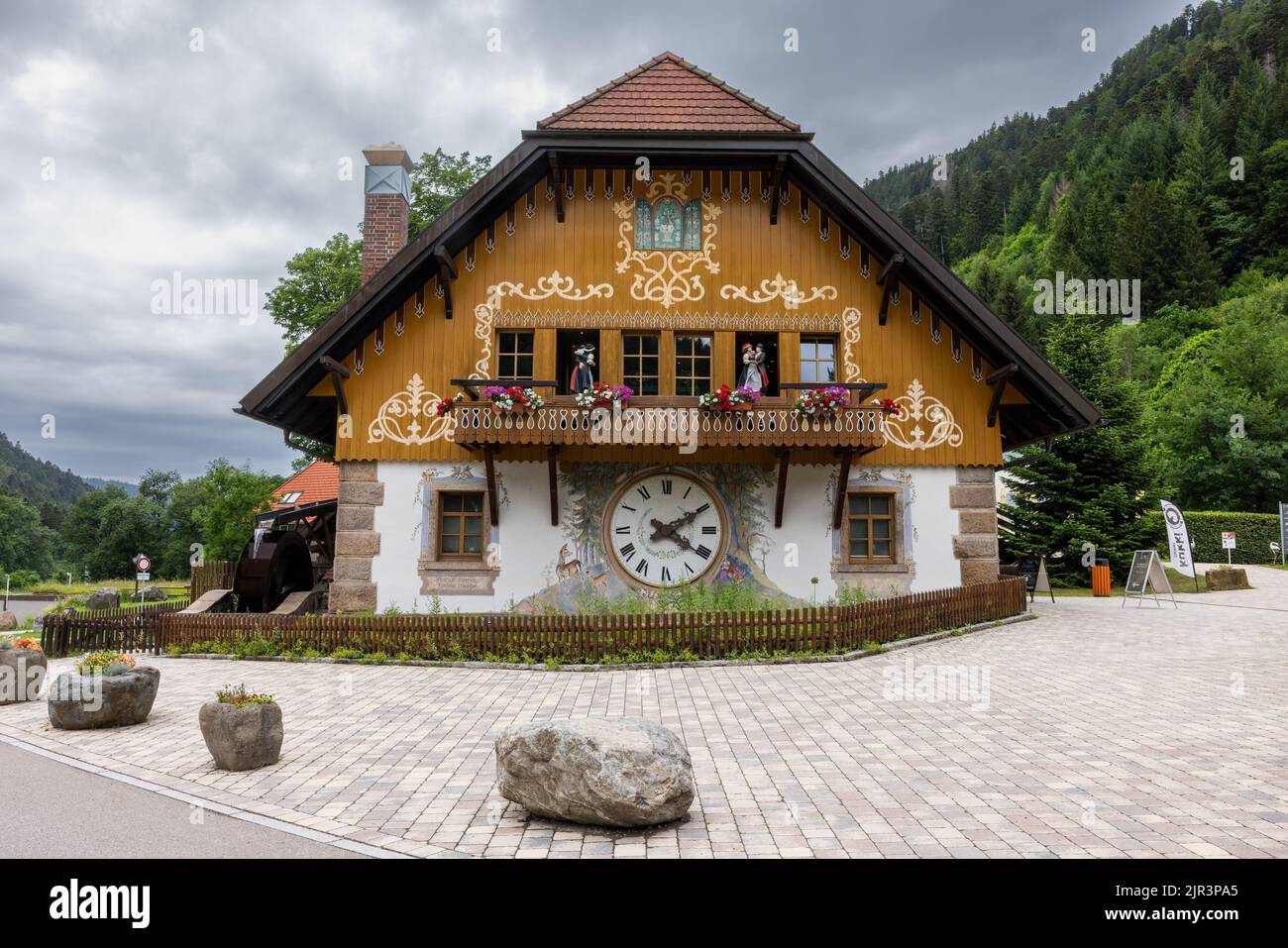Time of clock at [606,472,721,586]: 4:09
